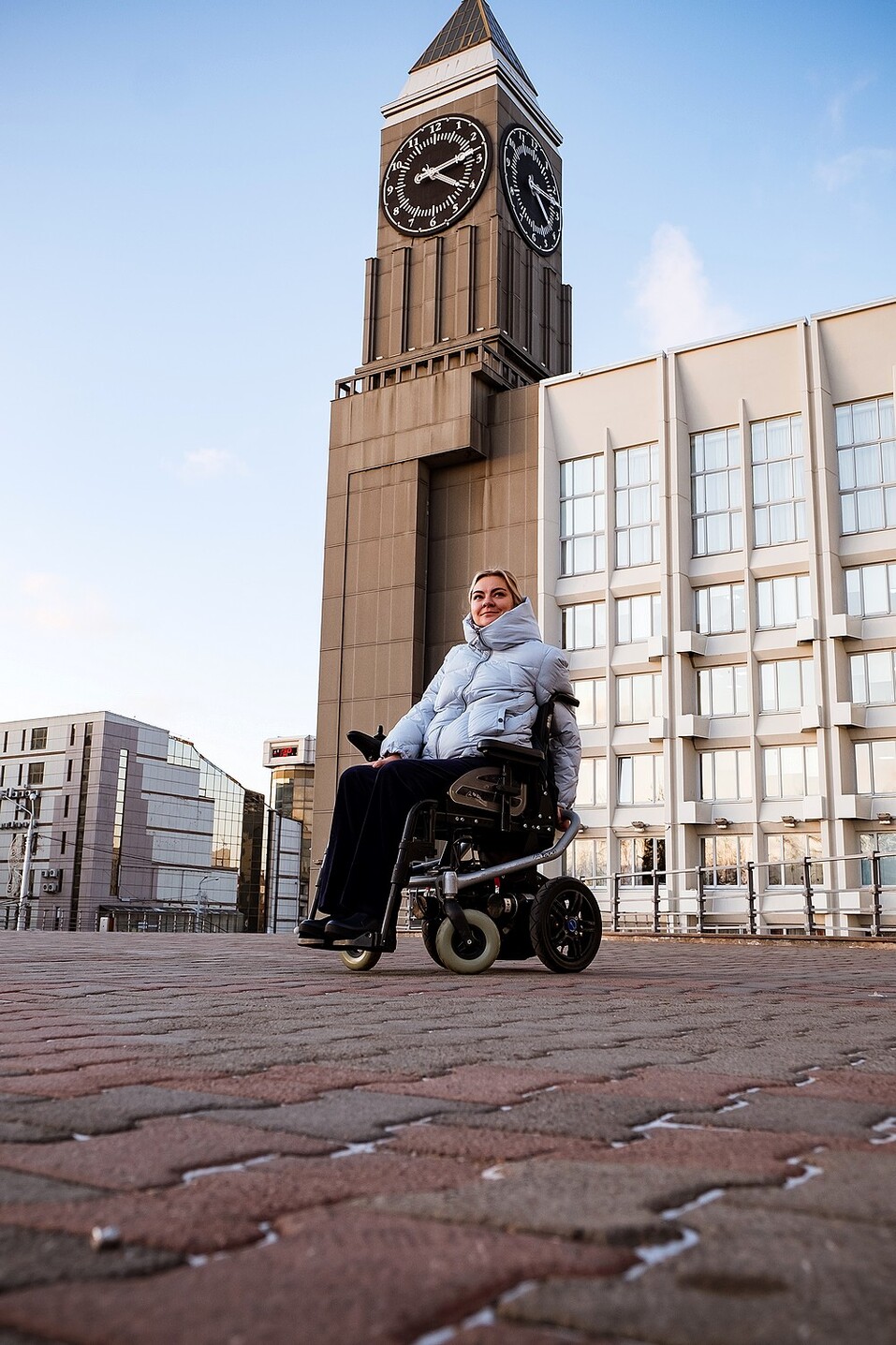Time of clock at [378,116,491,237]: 4:13
